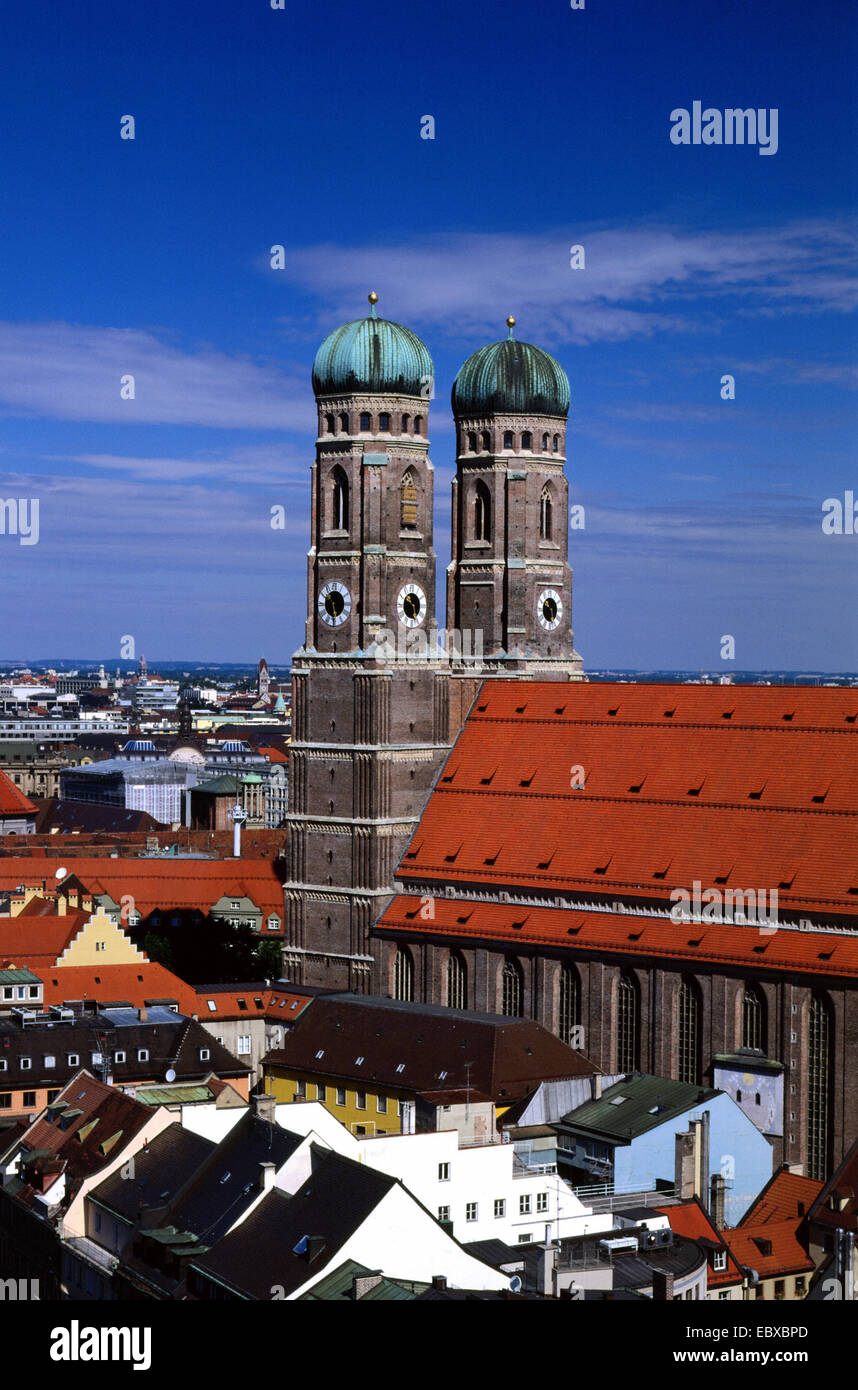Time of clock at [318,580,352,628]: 5:30
